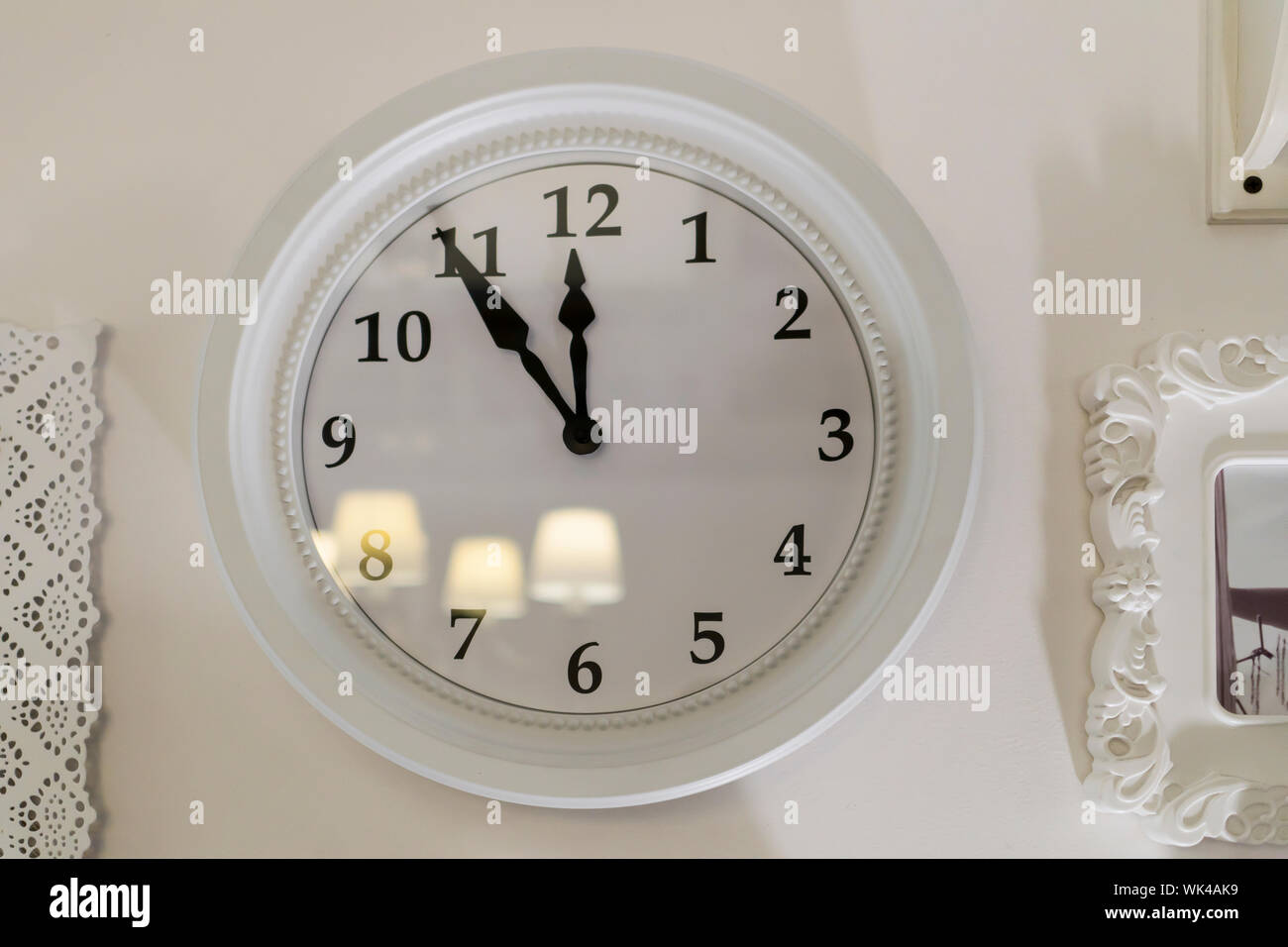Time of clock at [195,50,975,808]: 11:54
